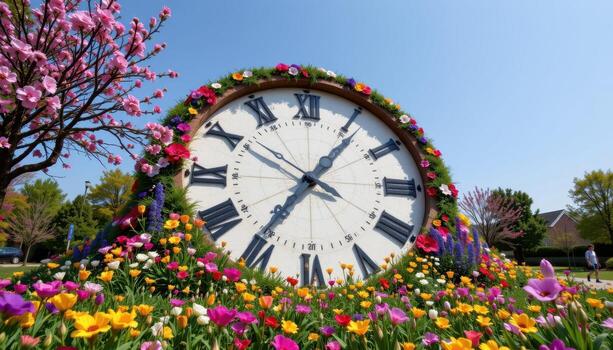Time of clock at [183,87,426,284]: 7:06
